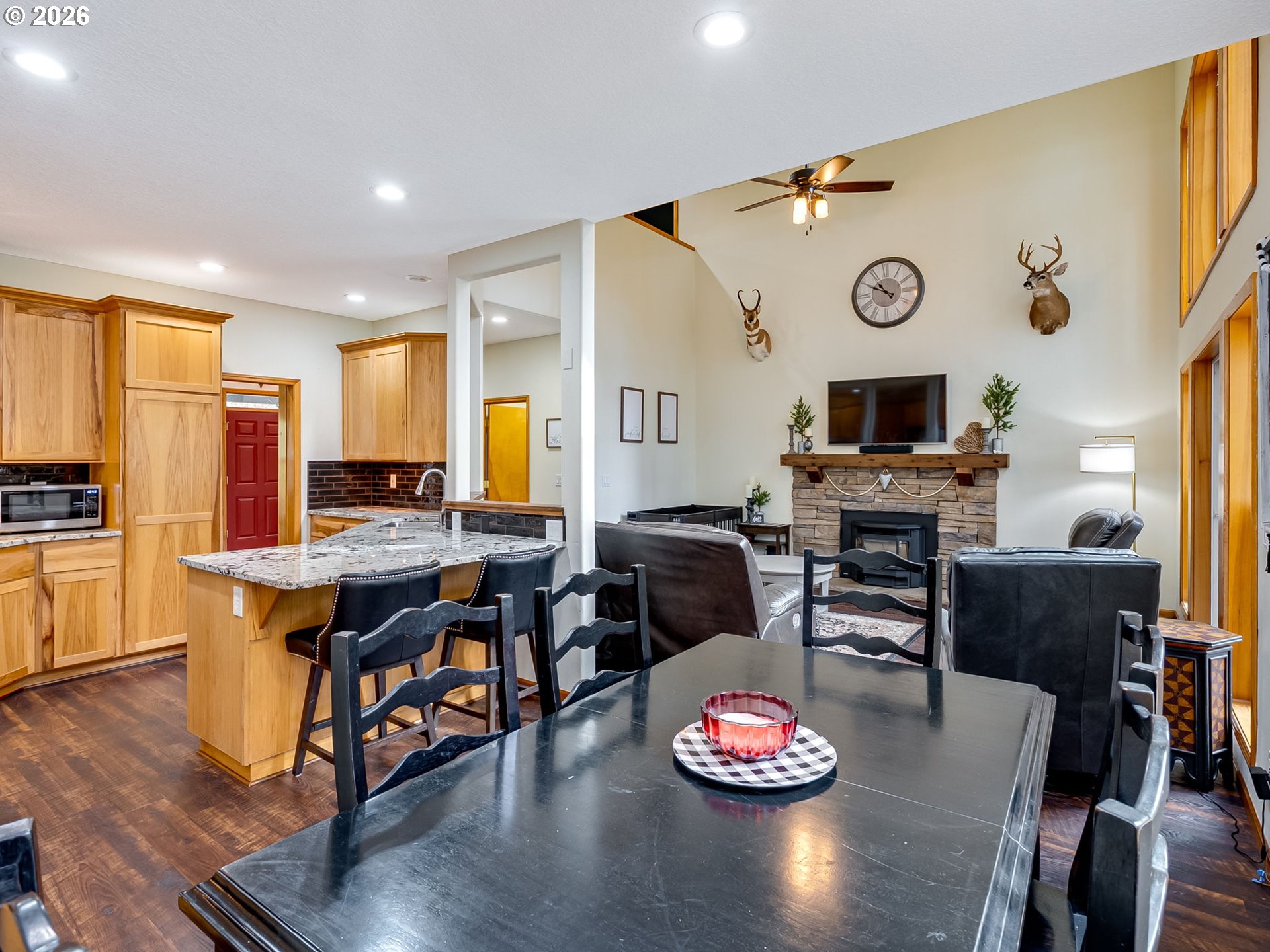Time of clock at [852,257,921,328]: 10:49
